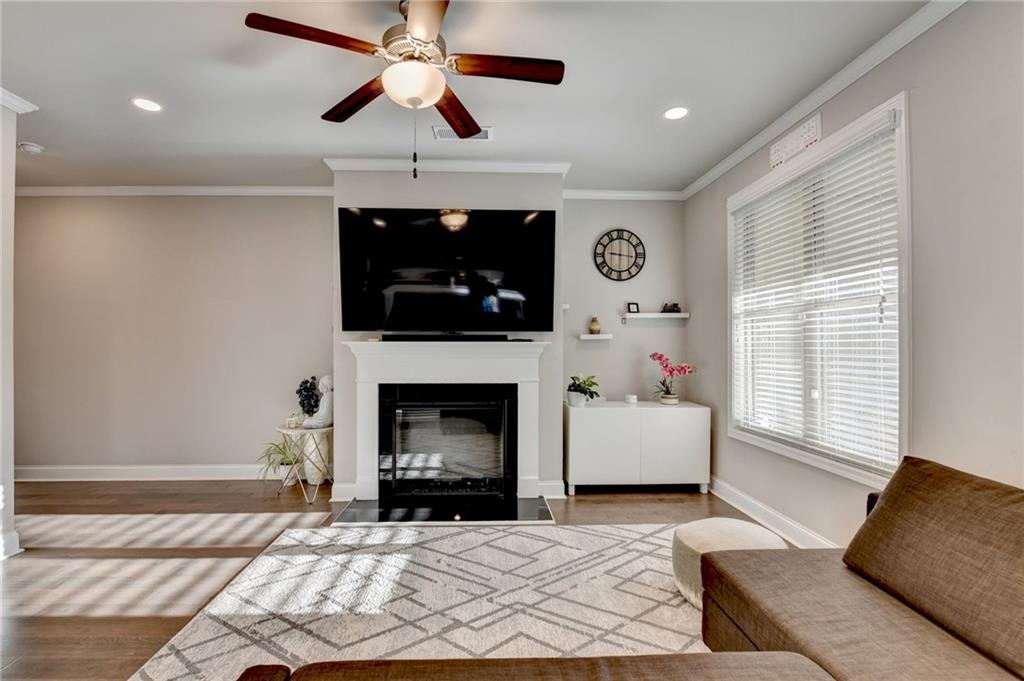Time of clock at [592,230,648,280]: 9:16
